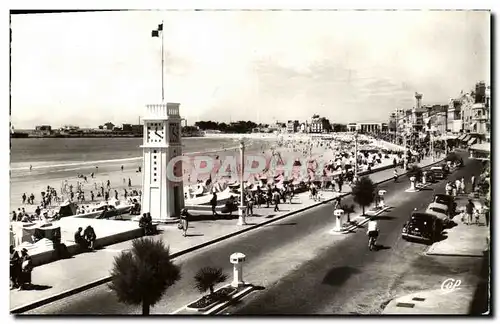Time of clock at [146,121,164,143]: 12:20
